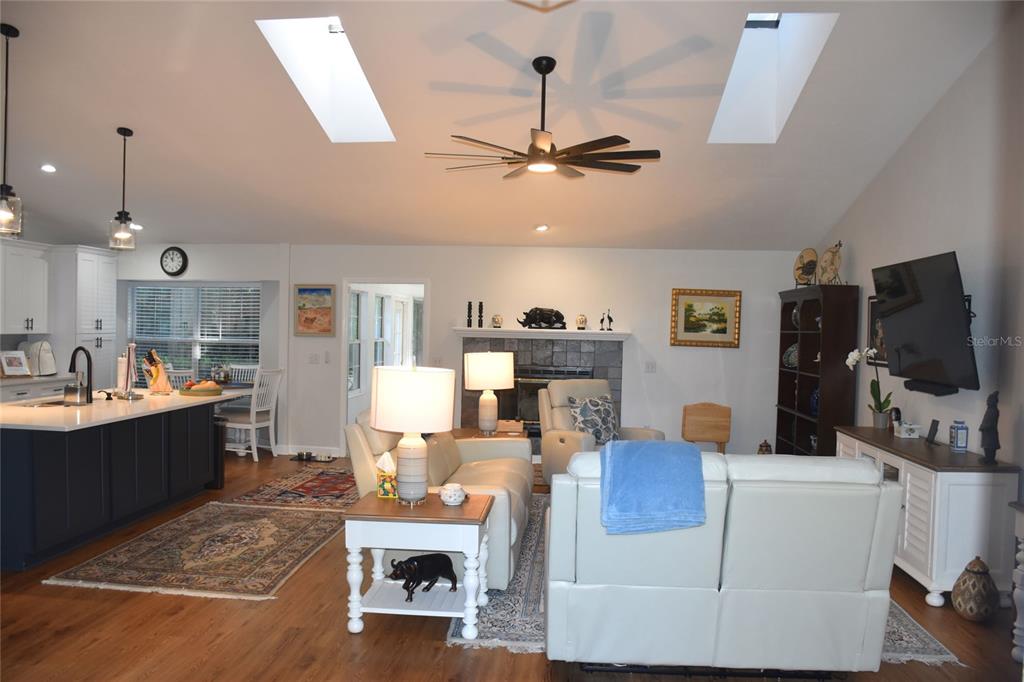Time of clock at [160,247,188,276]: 11:00
